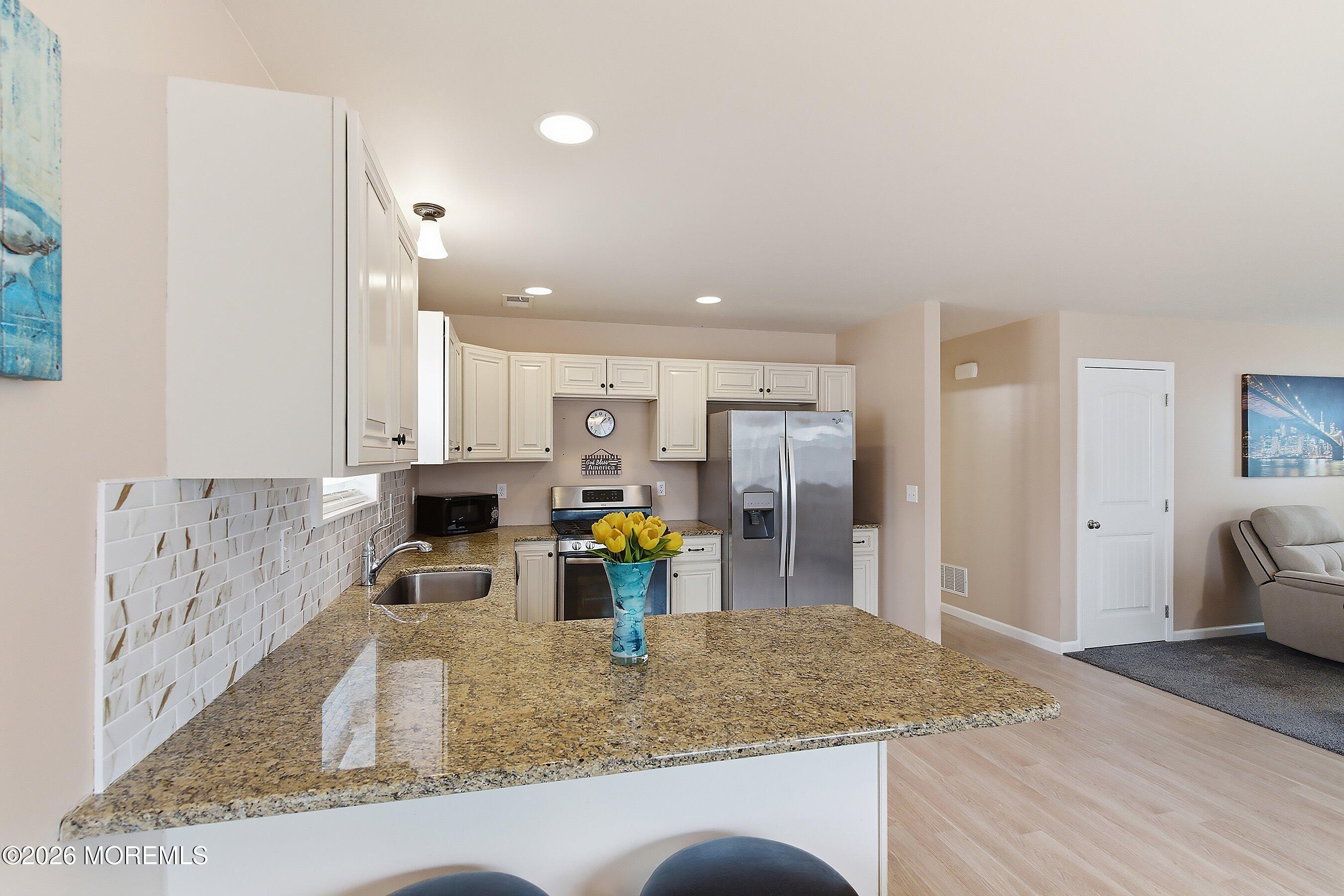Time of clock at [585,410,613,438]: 1:25
